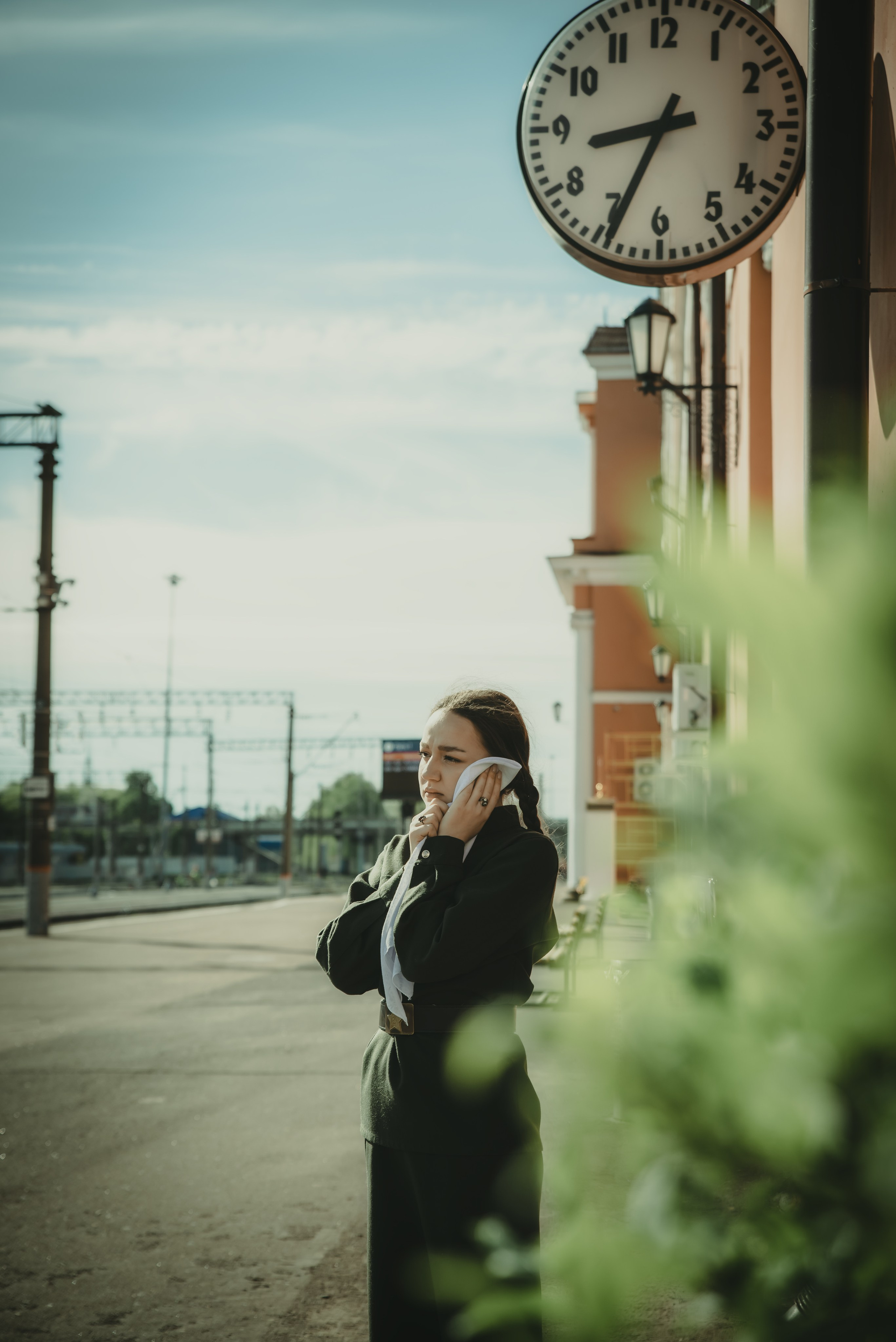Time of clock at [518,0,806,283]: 8:34
